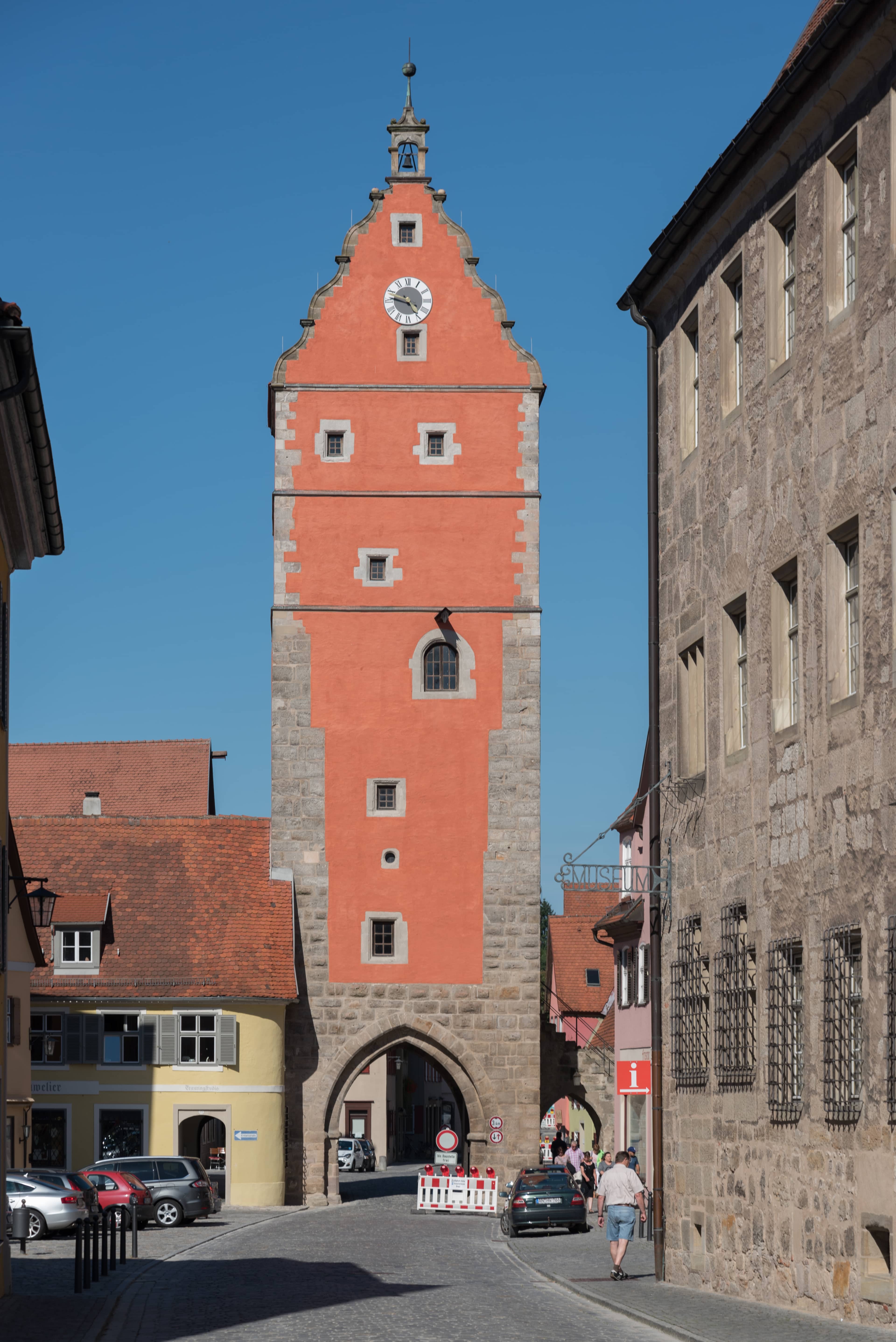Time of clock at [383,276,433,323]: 4:48
